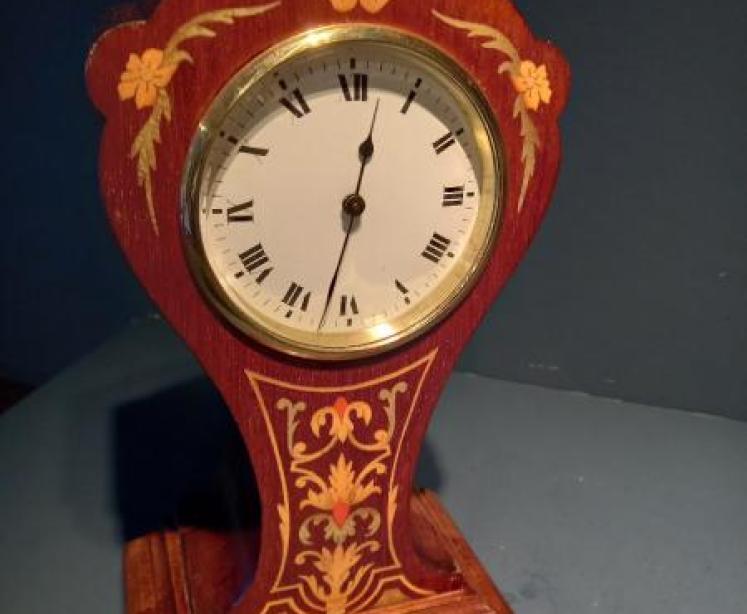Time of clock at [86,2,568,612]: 12:32
